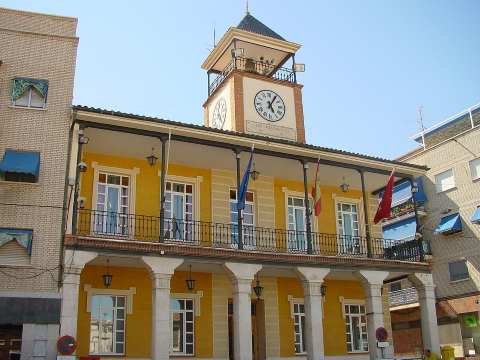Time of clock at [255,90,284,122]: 5:05
